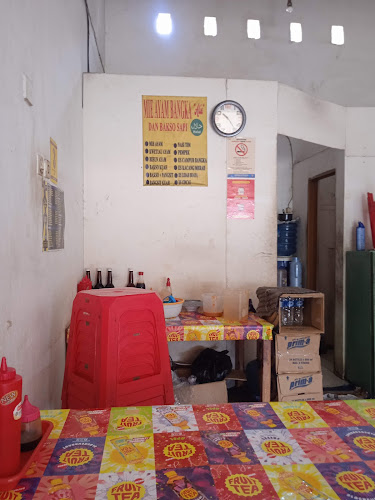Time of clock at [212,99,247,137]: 10:24
